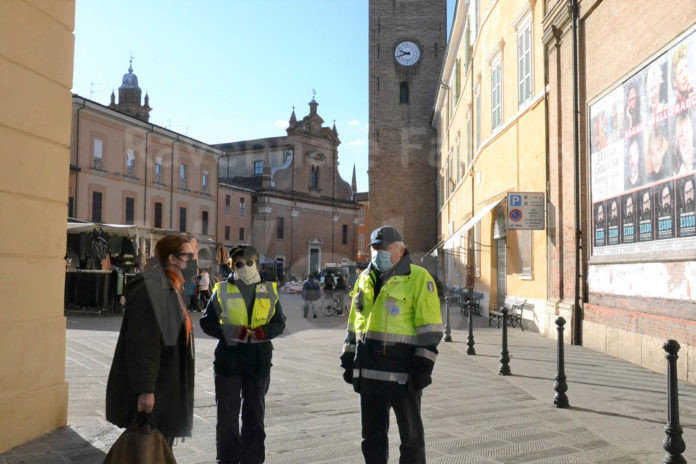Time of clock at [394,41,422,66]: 9:42
